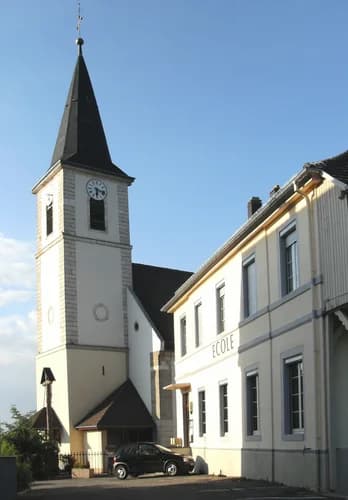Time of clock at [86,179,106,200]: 6:17
